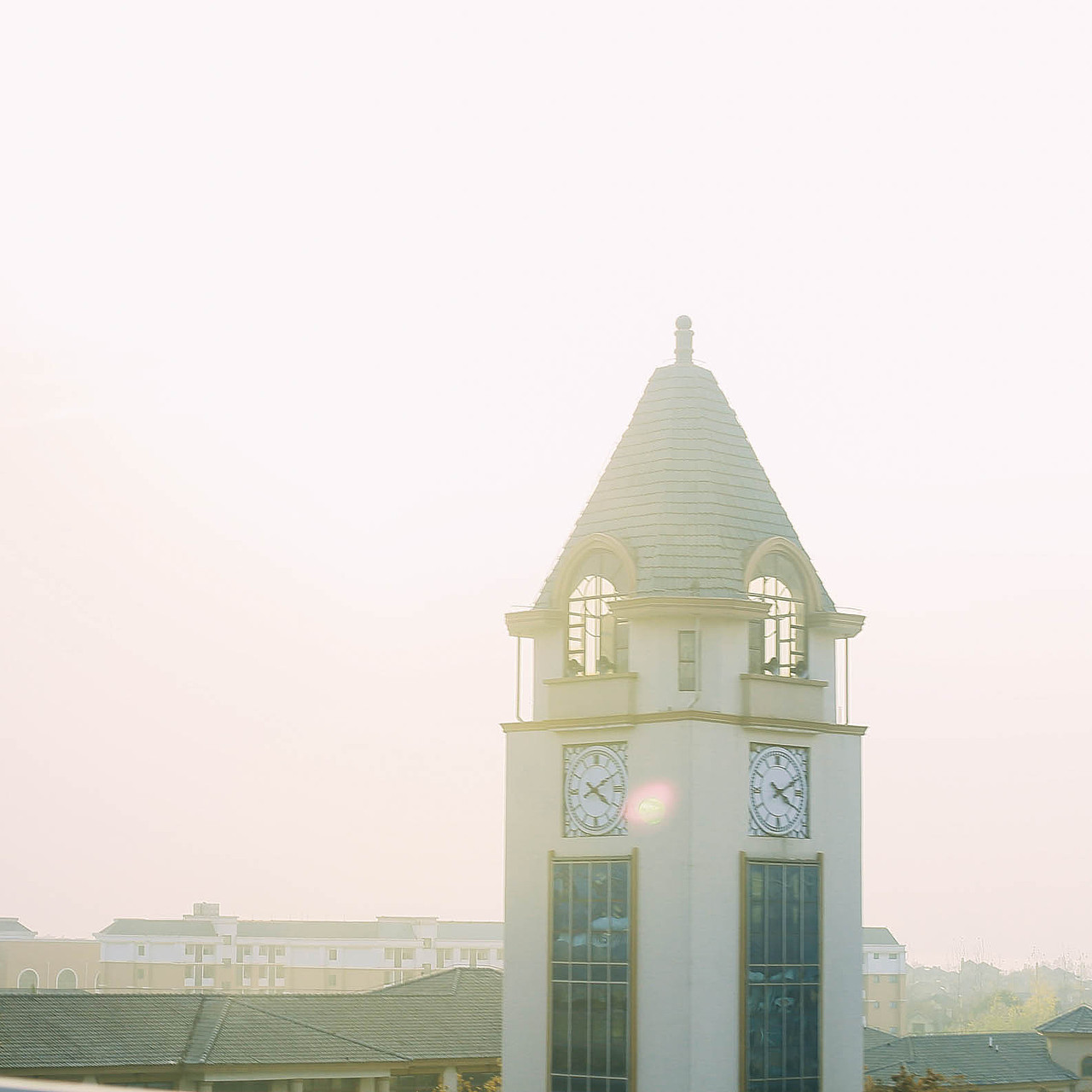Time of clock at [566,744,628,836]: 4:10
